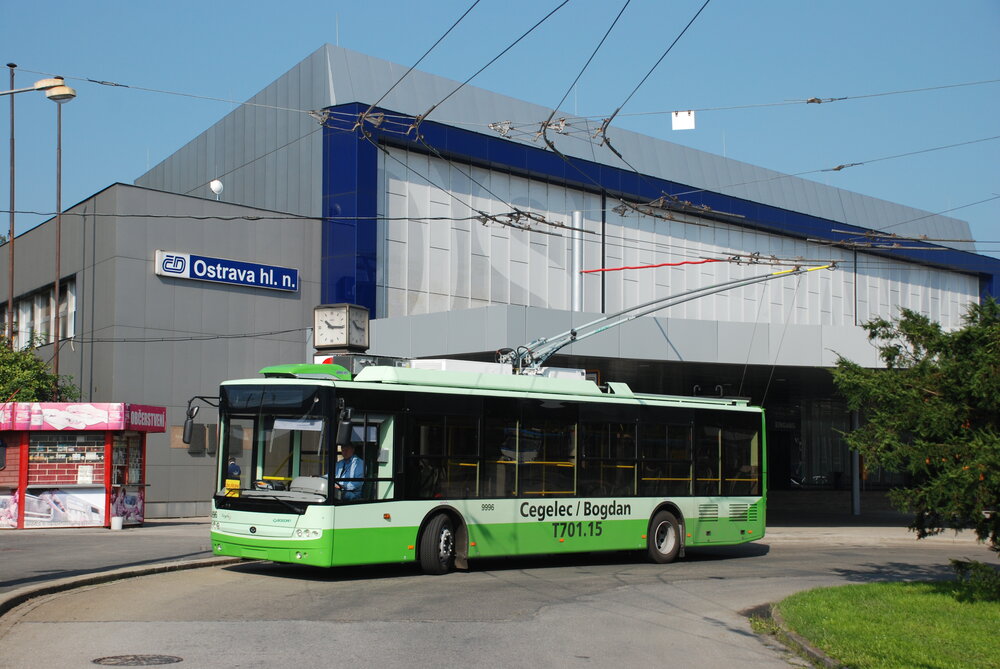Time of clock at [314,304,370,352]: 10:15
